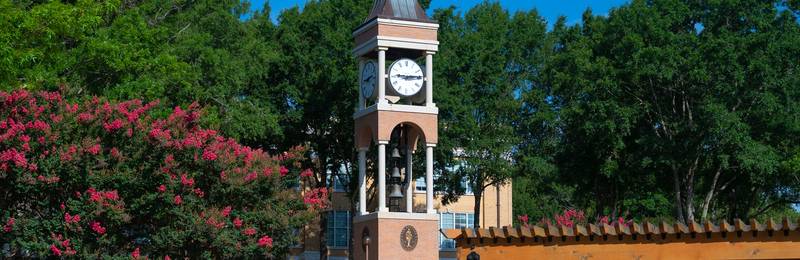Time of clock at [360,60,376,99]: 9:12
